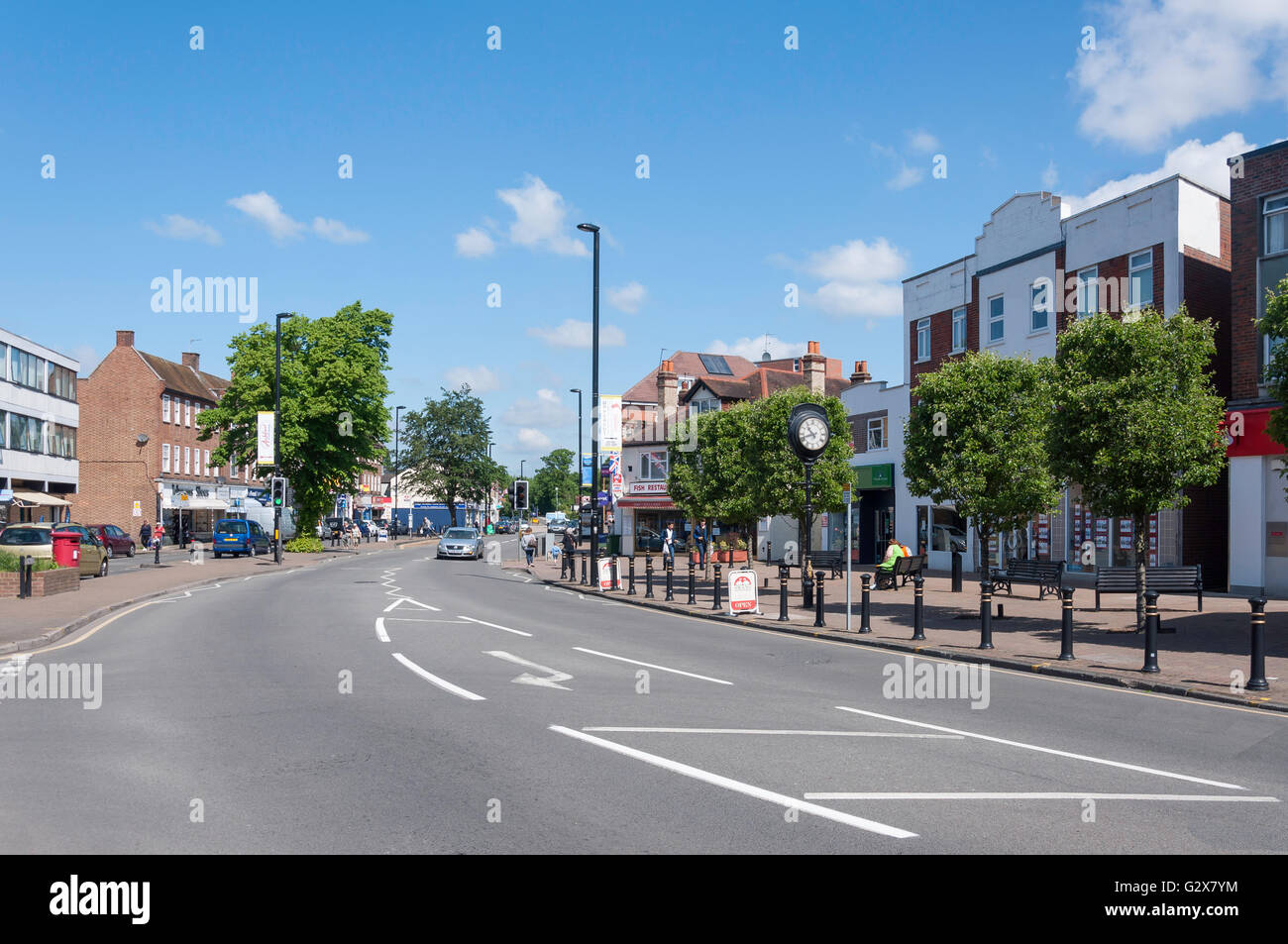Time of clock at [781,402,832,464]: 10:42
